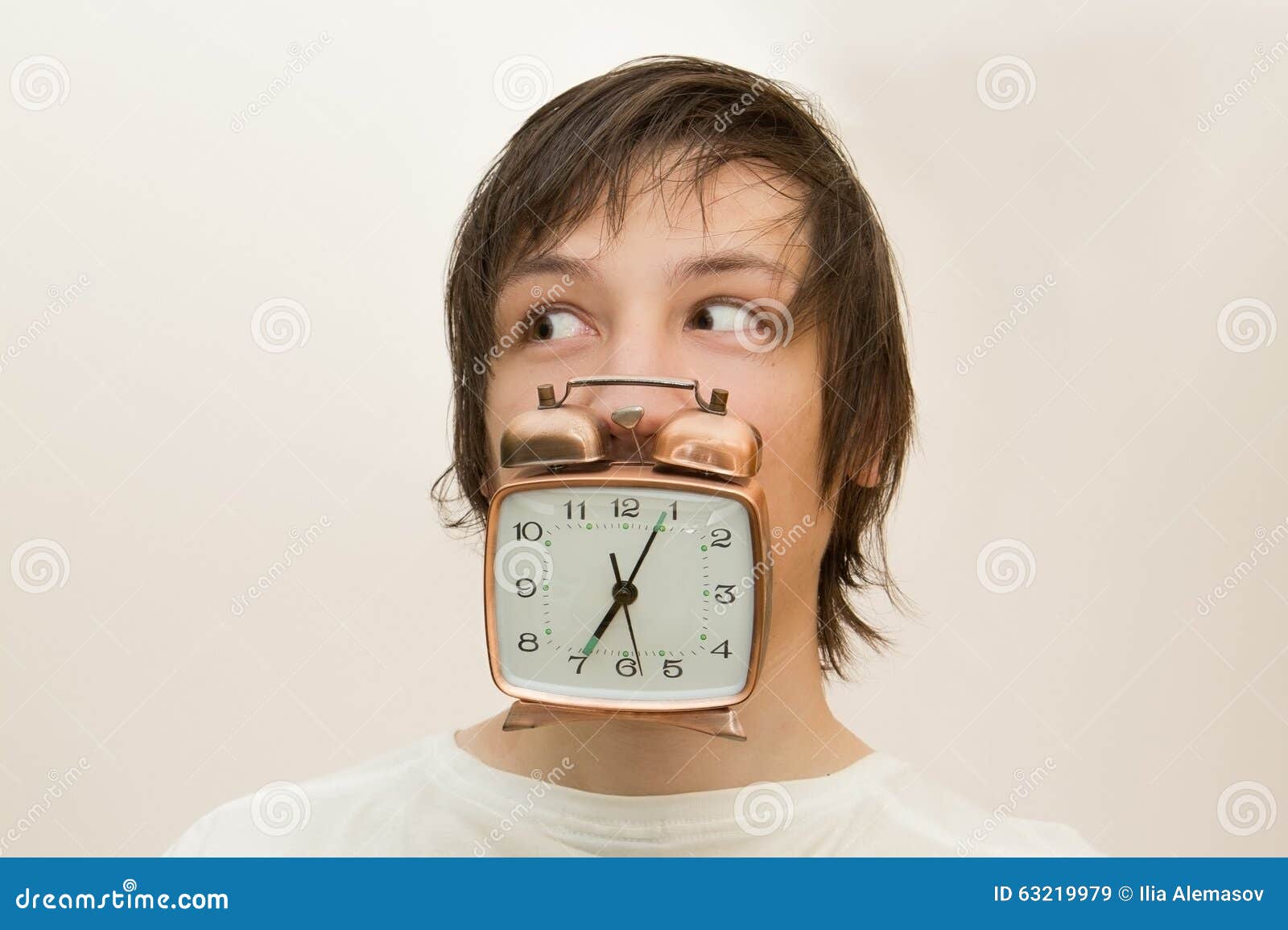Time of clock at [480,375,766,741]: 7:04
